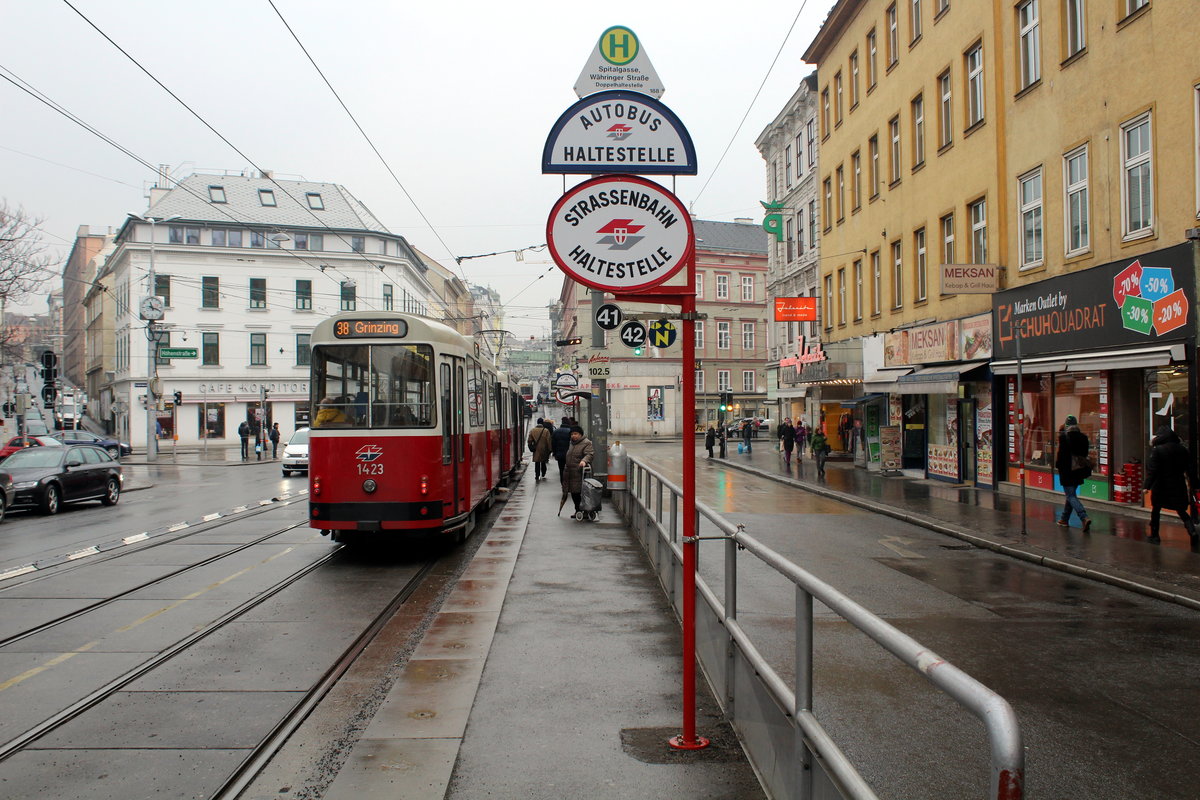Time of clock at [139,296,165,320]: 11:18
